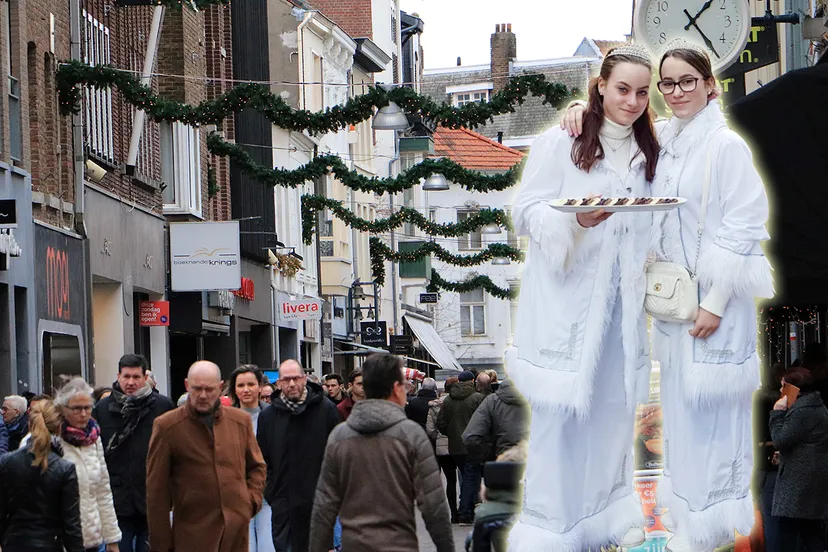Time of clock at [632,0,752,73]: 1:23
